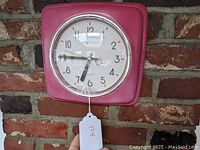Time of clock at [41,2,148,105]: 6:45
